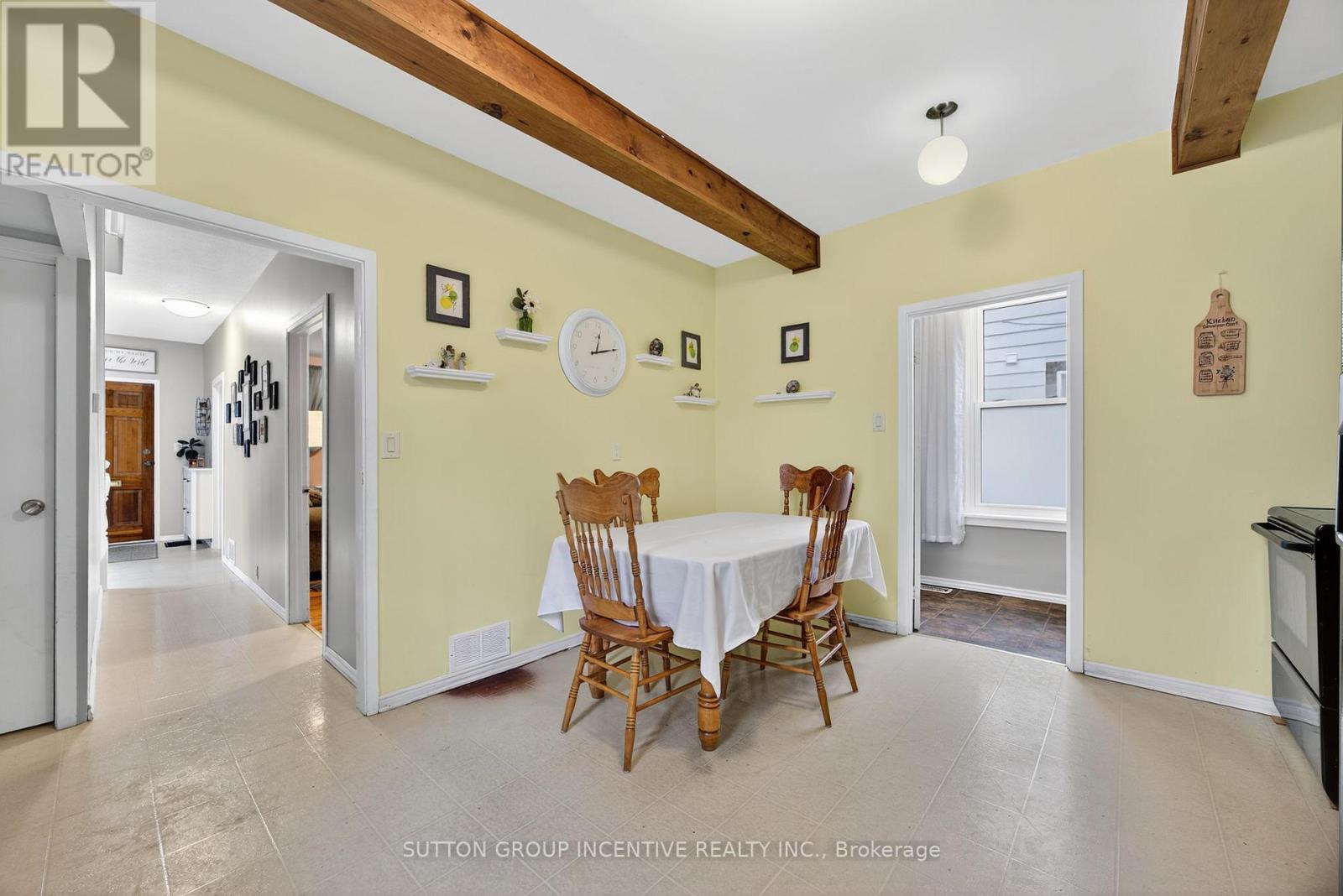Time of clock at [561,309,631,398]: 12:12
